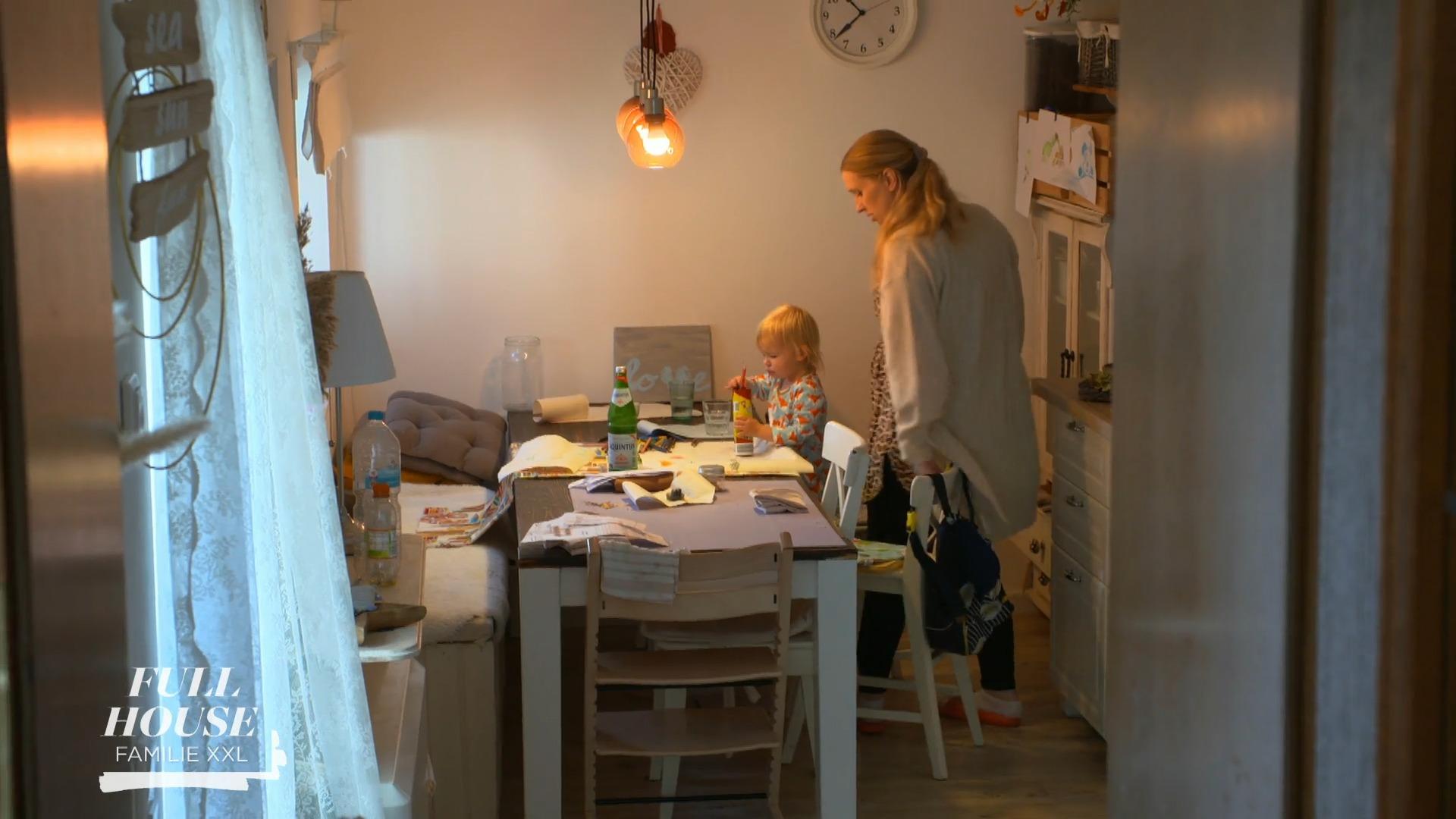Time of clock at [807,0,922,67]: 10:38
